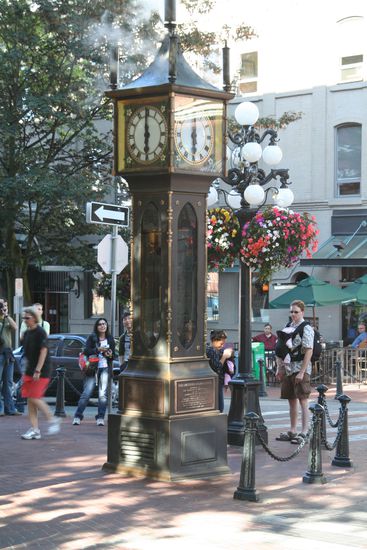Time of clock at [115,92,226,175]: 5:59
